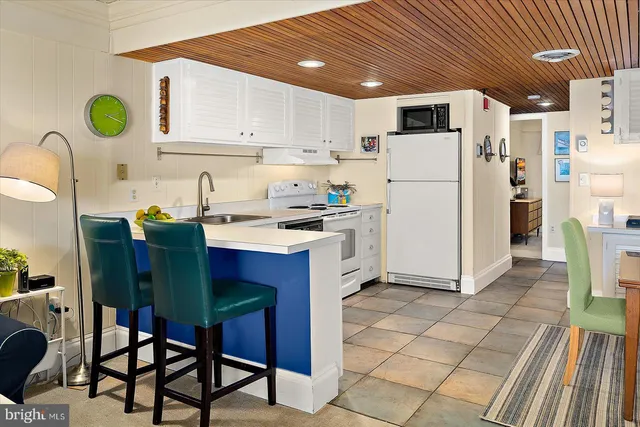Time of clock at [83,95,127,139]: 2:18
